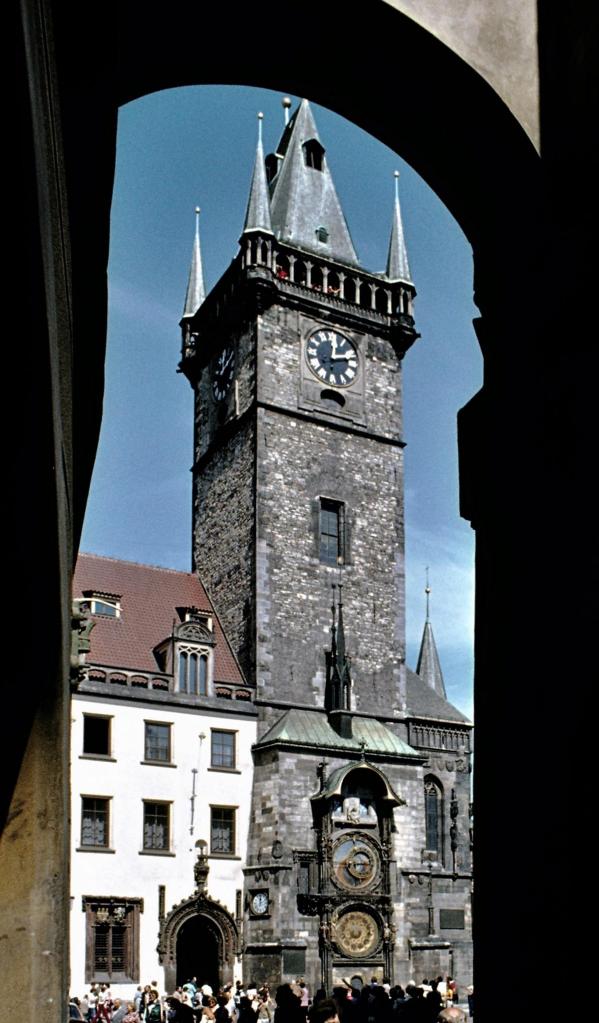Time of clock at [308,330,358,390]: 12:12
